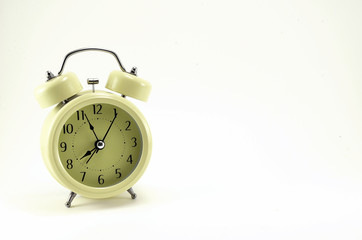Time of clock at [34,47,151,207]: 7:56
